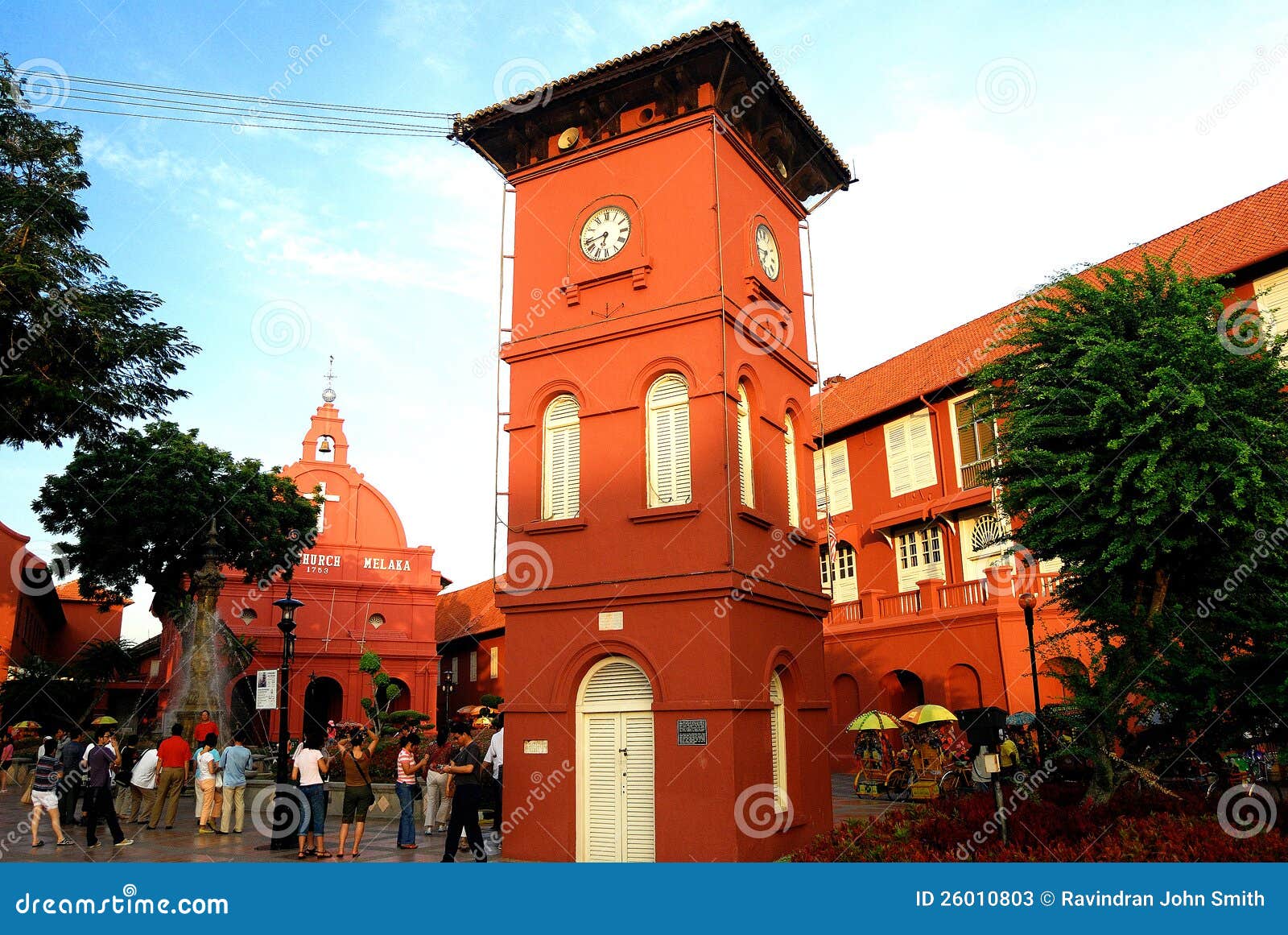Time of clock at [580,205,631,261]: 6:43
